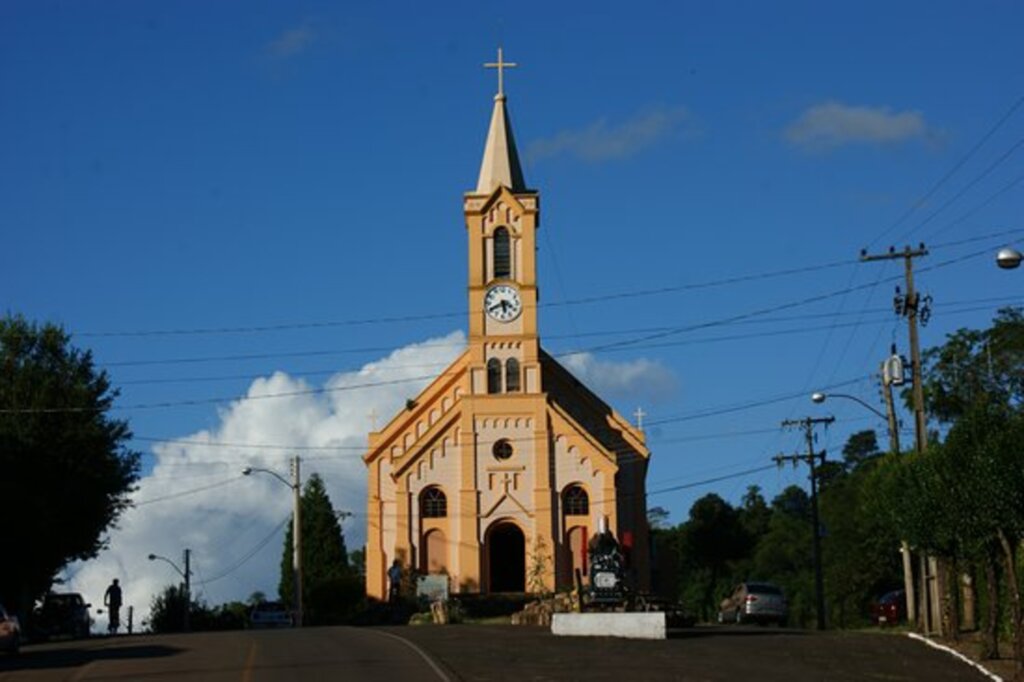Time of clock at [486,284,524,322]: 5:40
